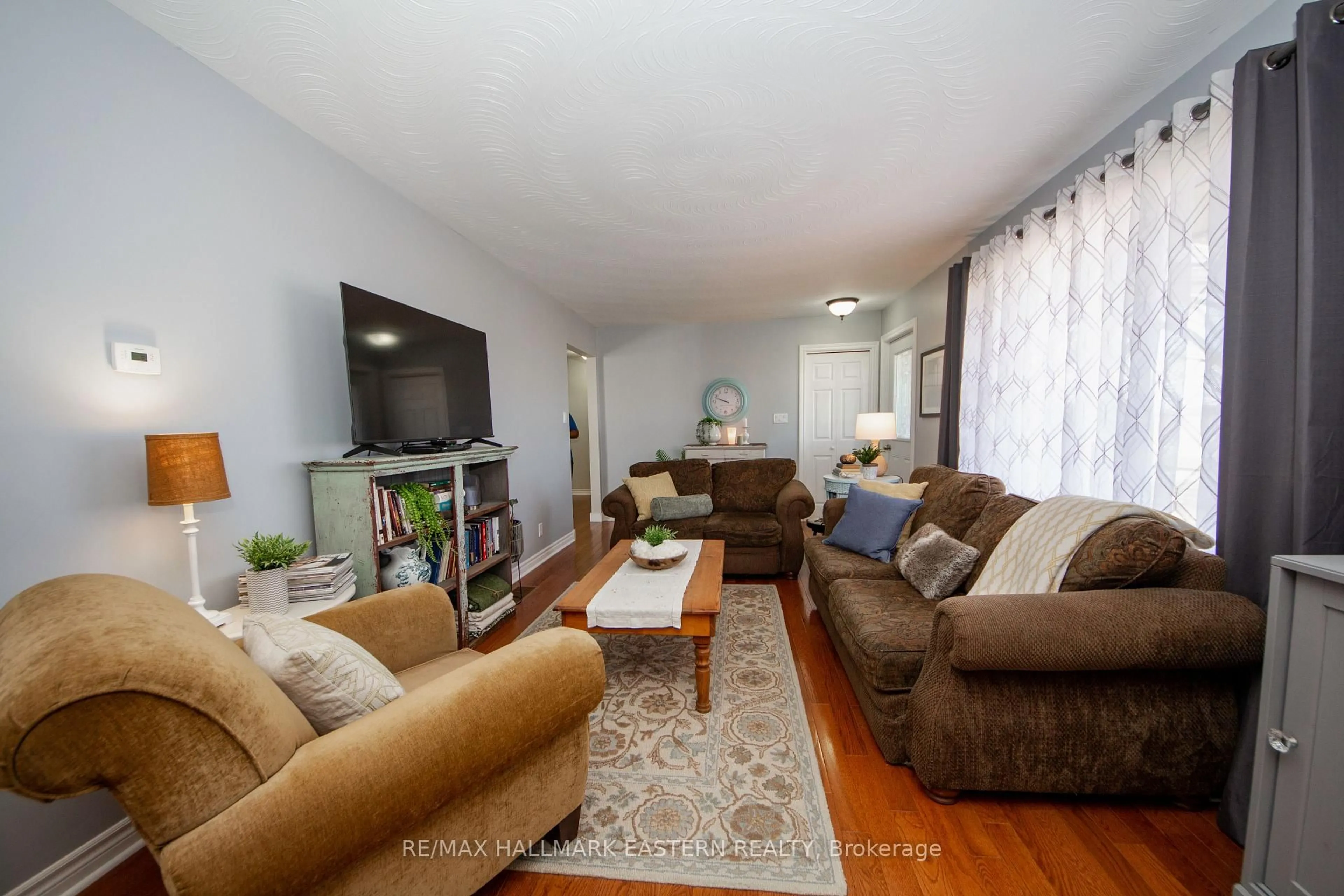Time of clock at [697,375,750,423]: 9:48
